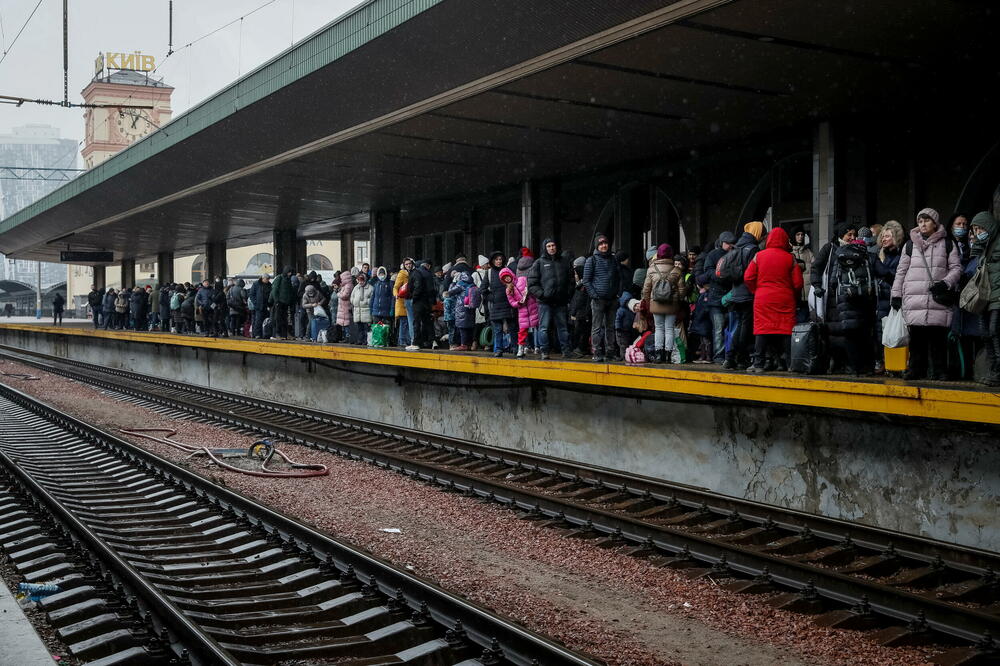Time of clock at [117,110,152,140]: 12:57
